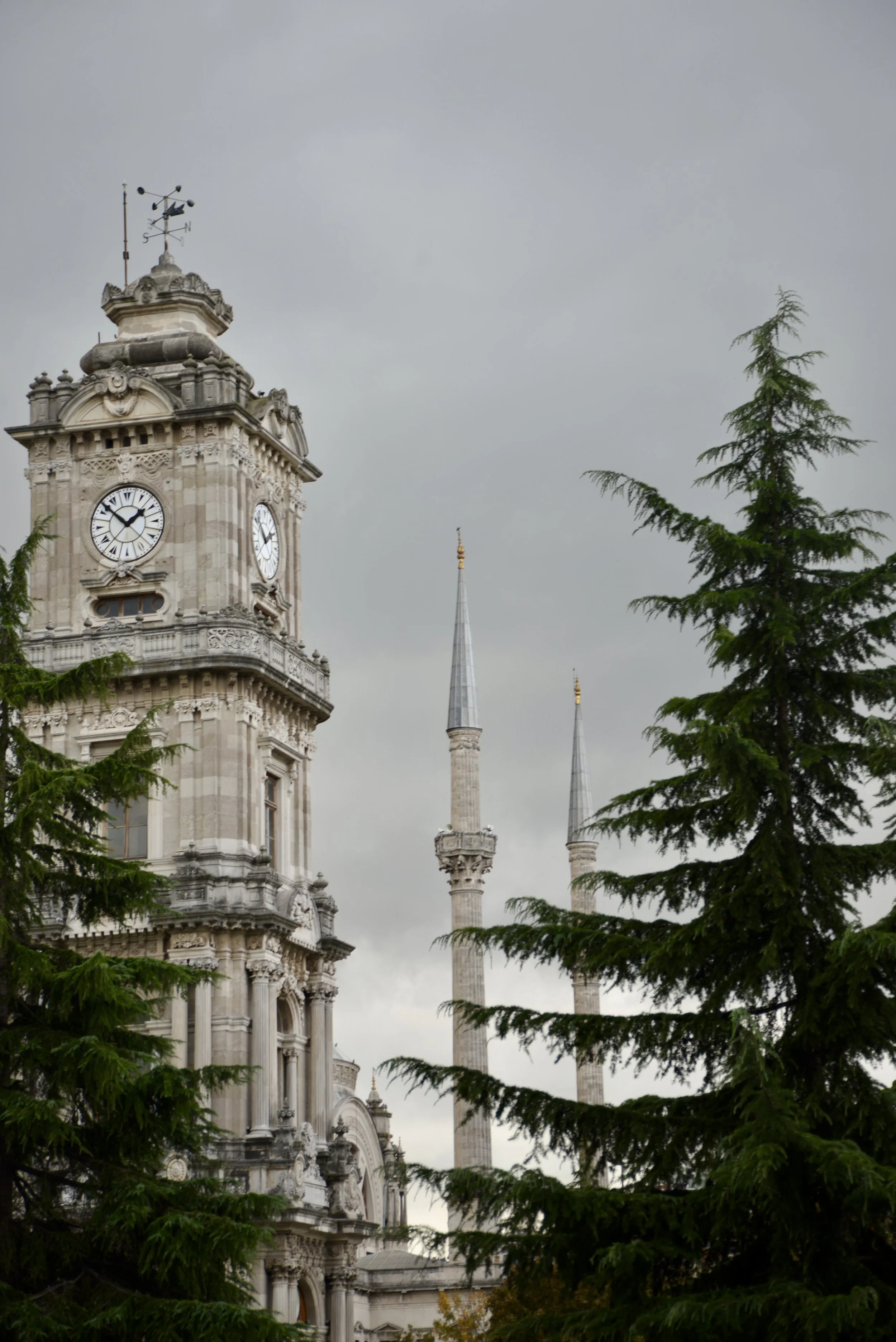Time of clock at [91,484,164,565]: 1:52
